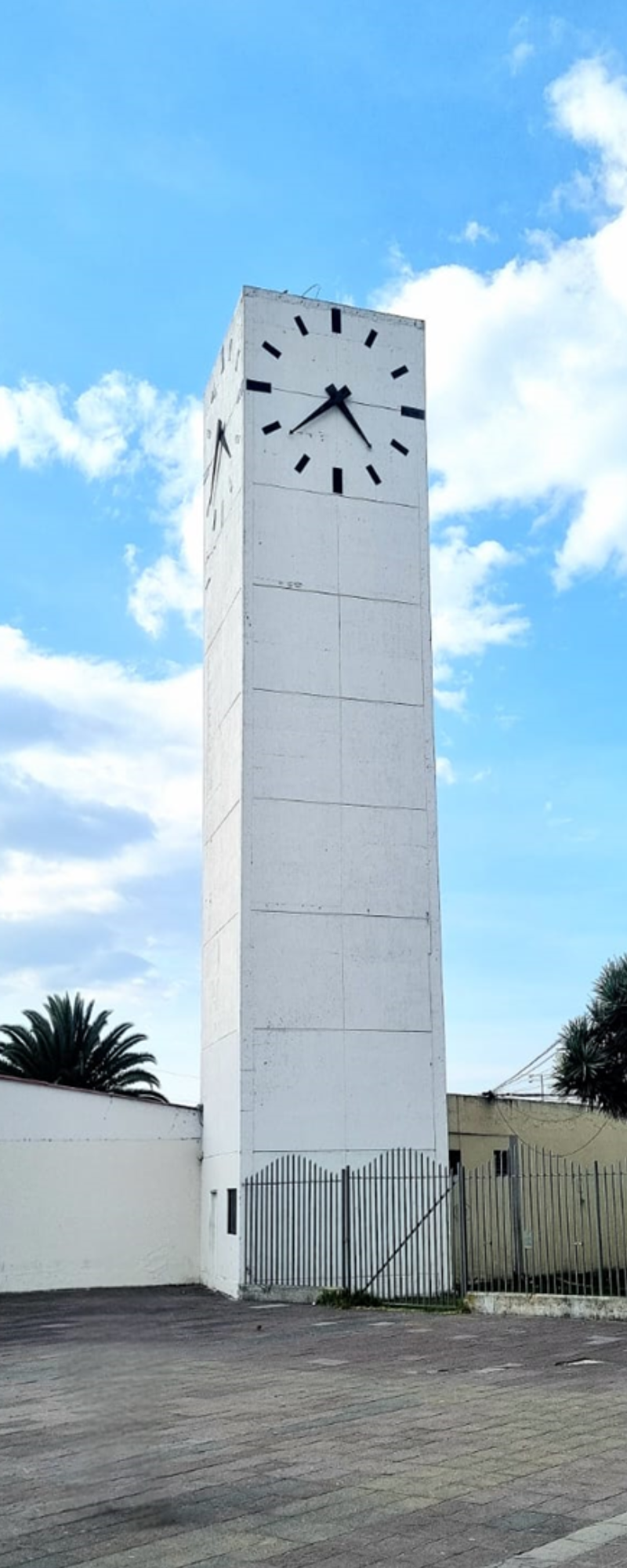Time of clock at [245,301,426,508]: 4:38
